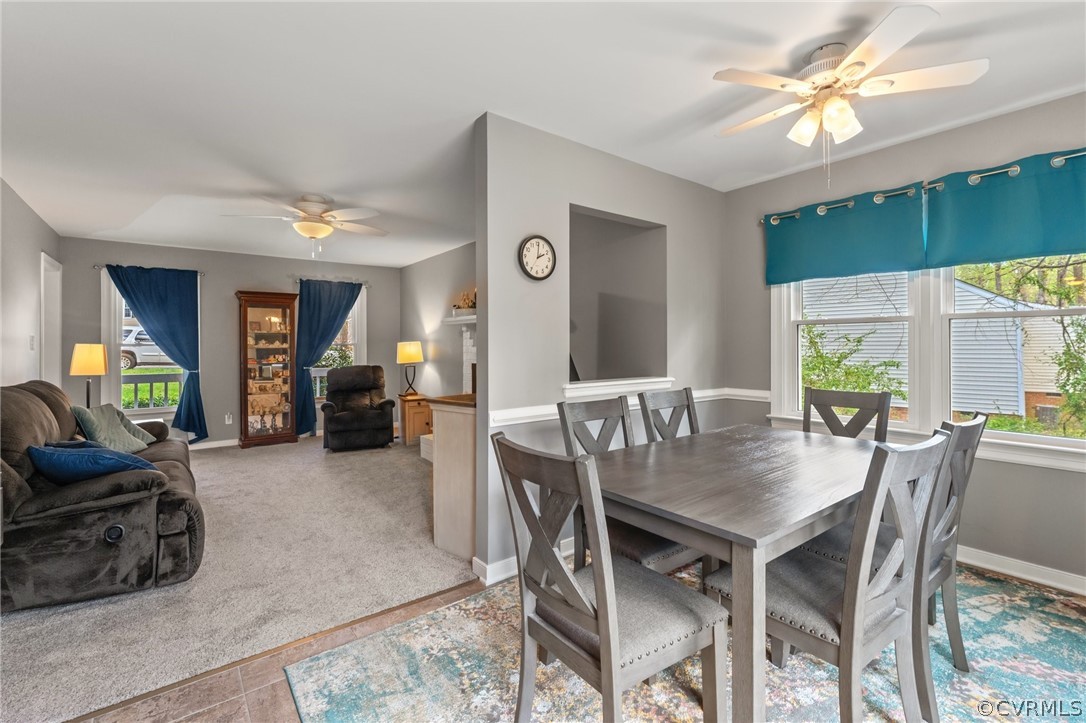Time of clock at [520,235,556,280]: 2:00
